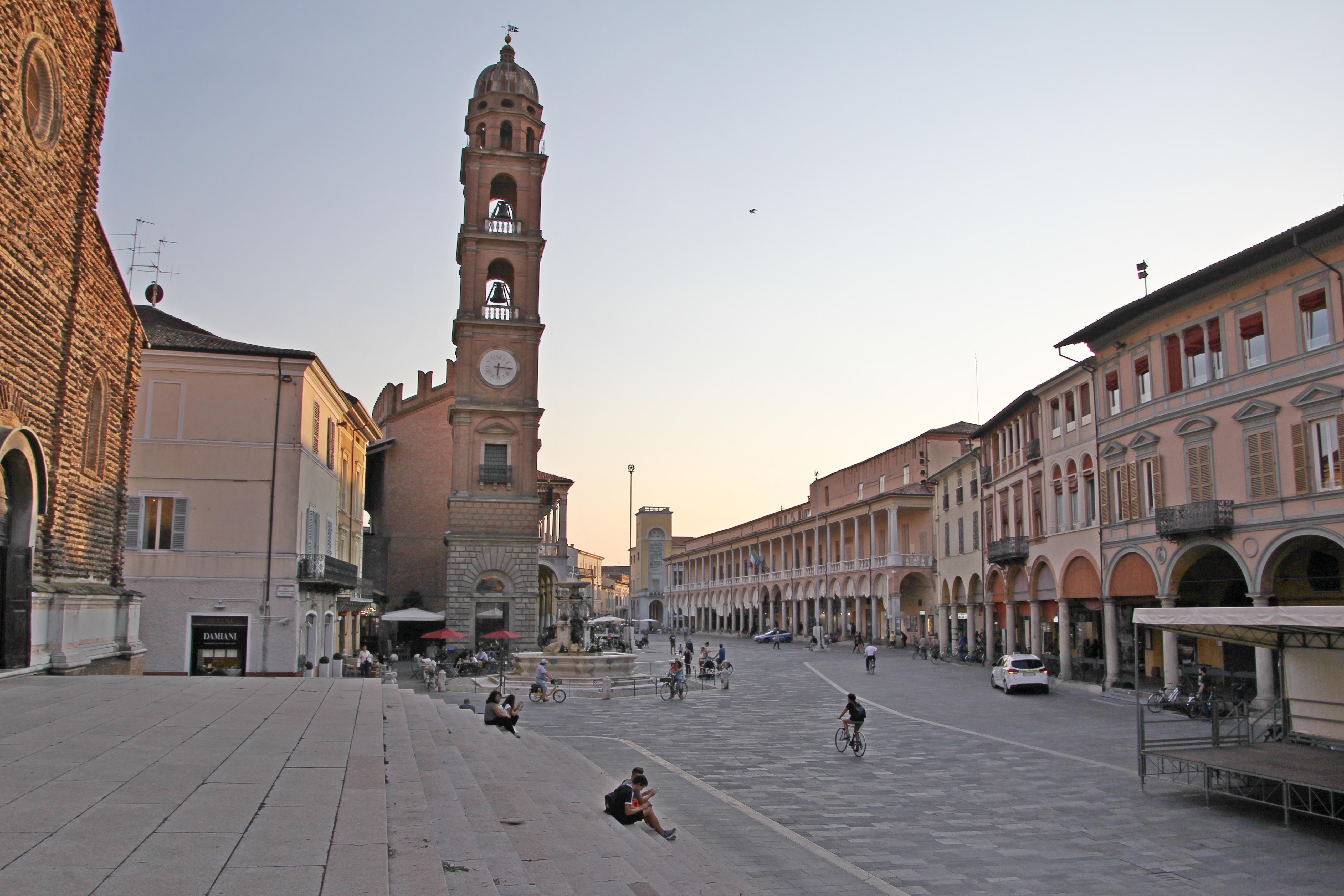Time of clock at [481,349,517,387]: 6:15
